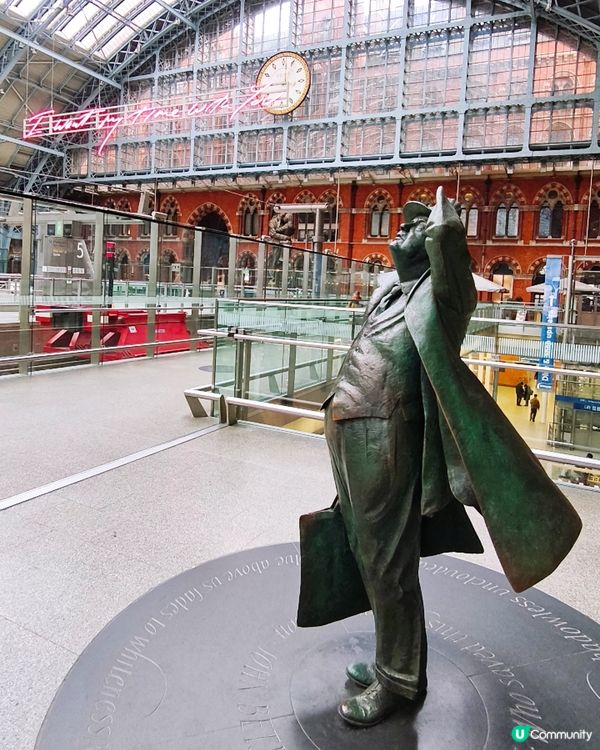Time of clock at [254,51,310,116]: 9:01
